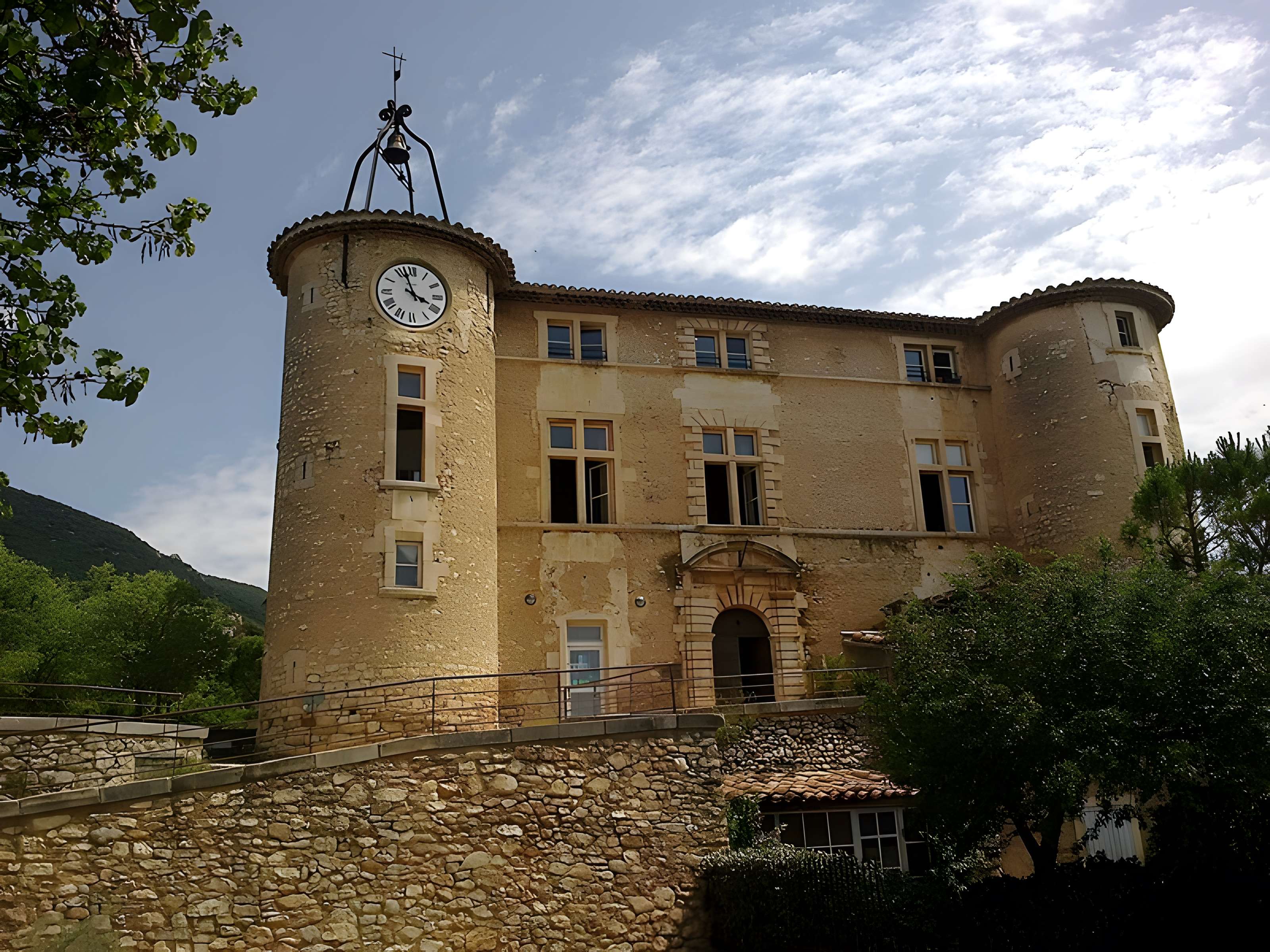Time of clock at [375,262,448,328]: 3:57
